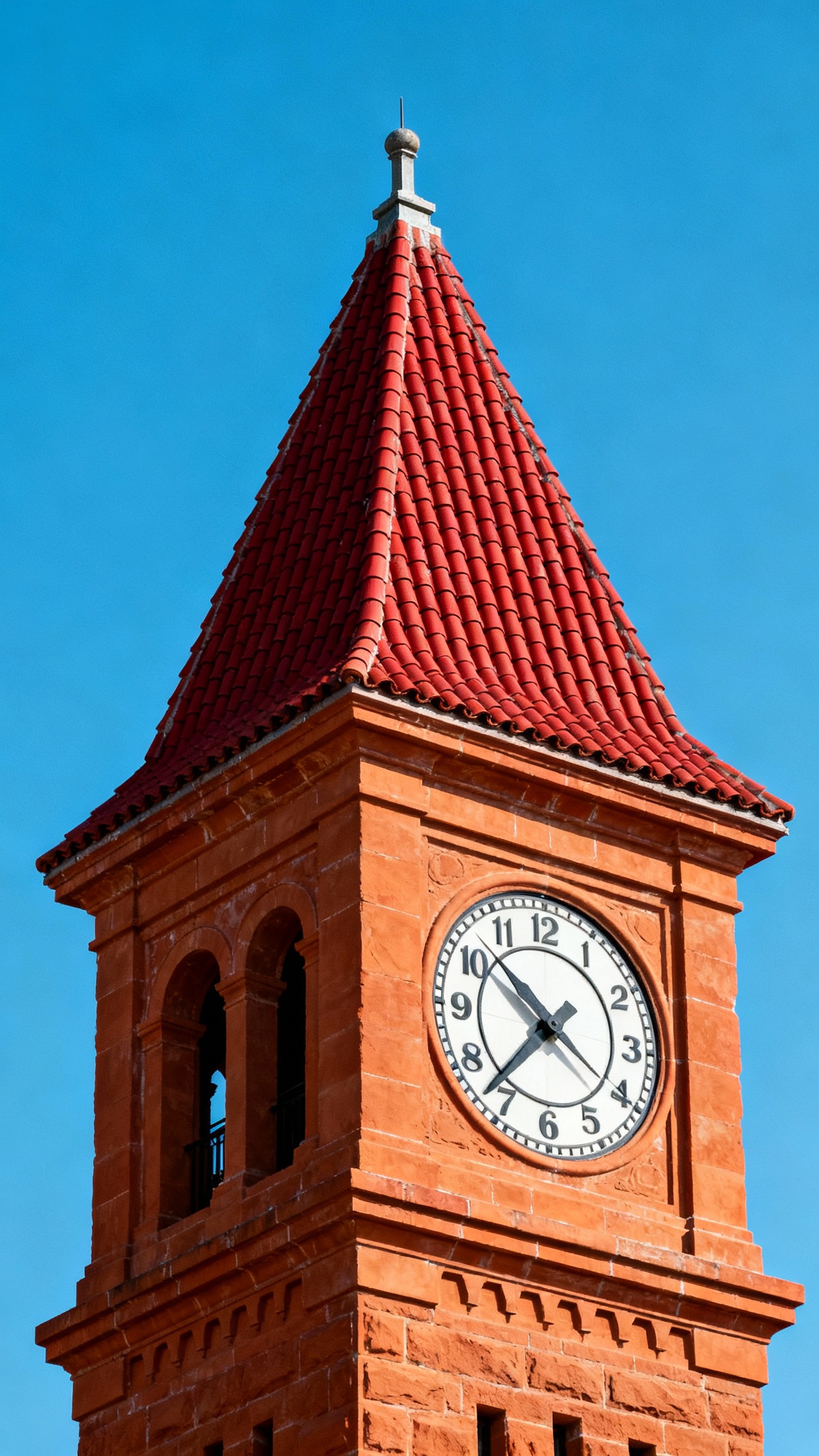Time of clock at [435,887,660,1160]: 10:37
